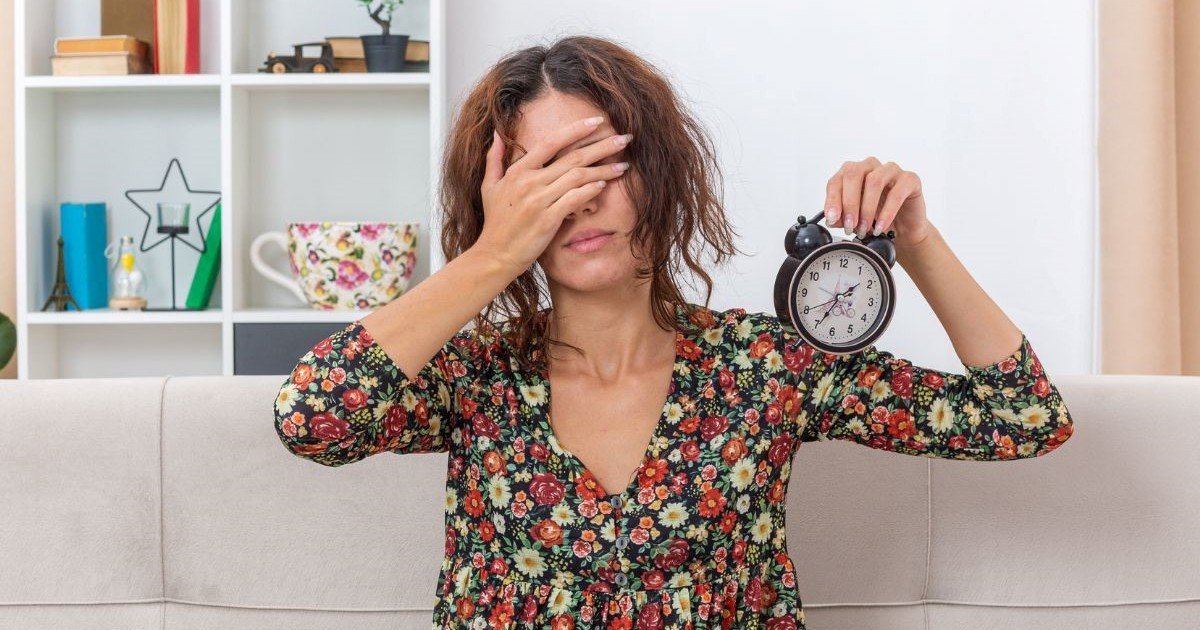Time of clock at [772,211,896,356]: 1:34
